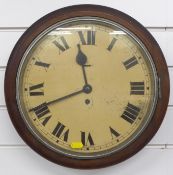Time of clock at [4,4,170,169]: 11:41
